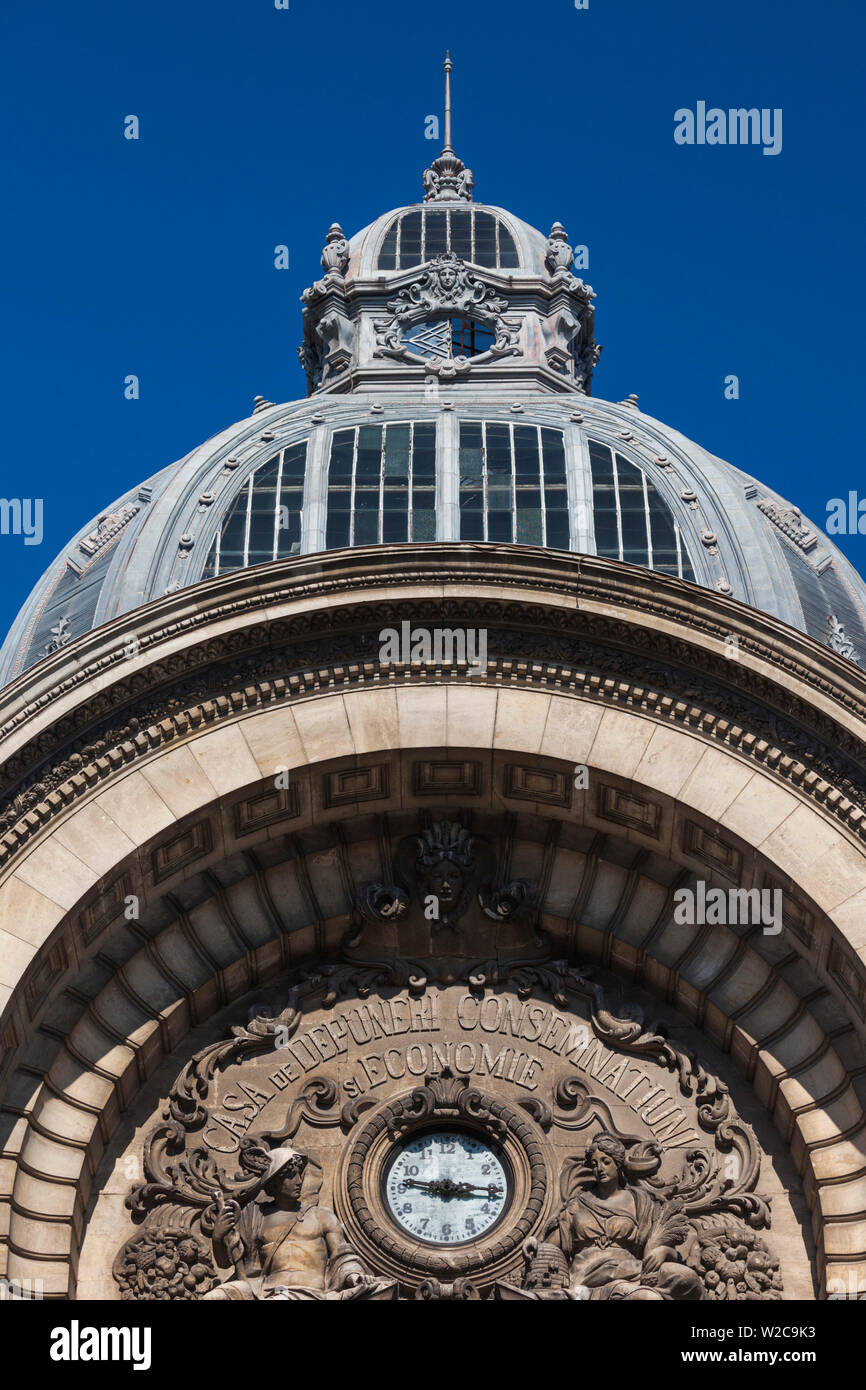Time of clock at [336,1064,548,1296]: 9:16
